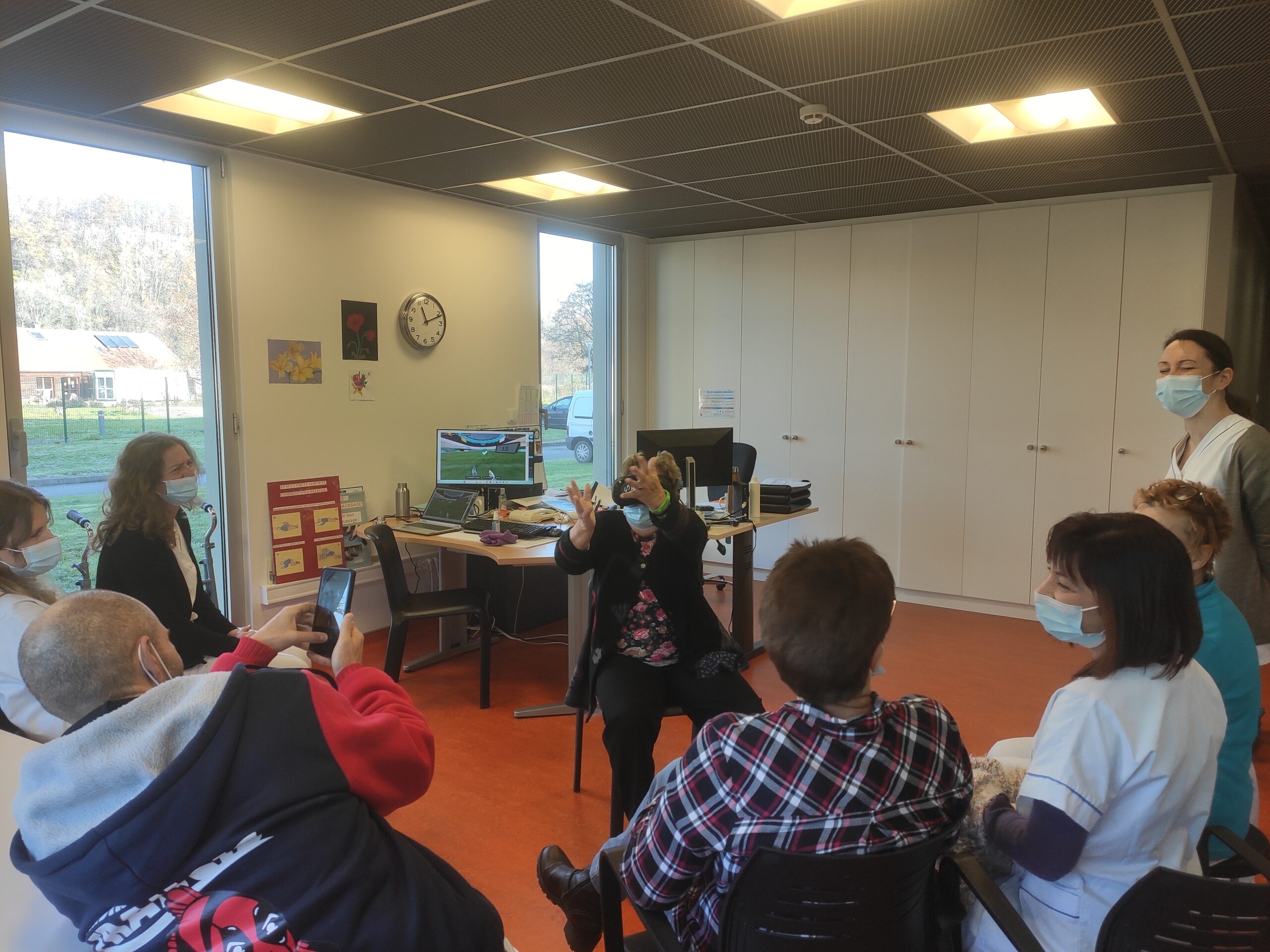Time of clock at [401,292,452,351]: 11:11
